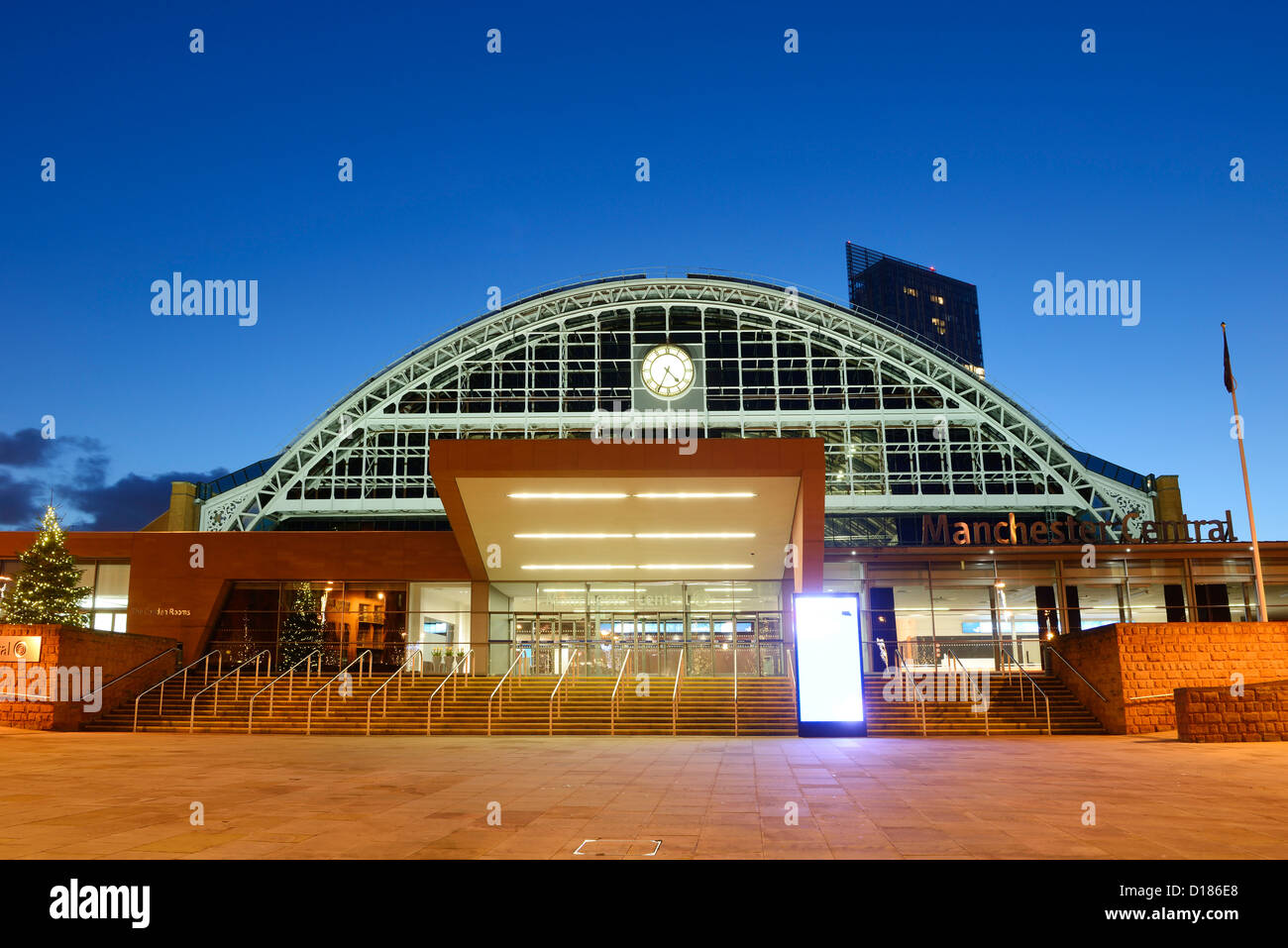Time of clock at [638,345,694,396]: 4:34
